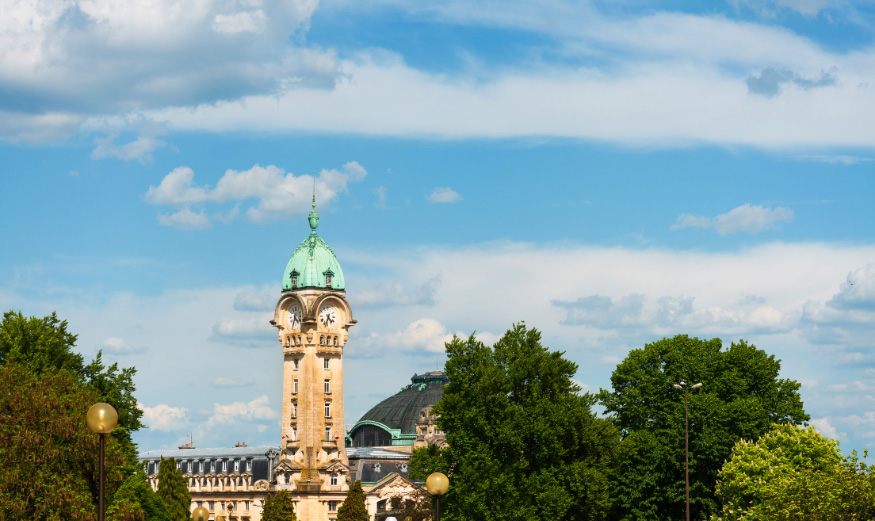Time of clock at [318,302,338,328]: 4:33
